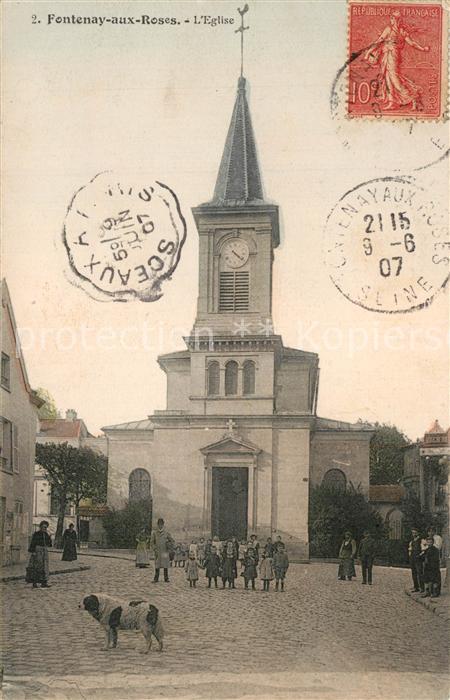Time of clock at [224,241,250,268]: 4:21
